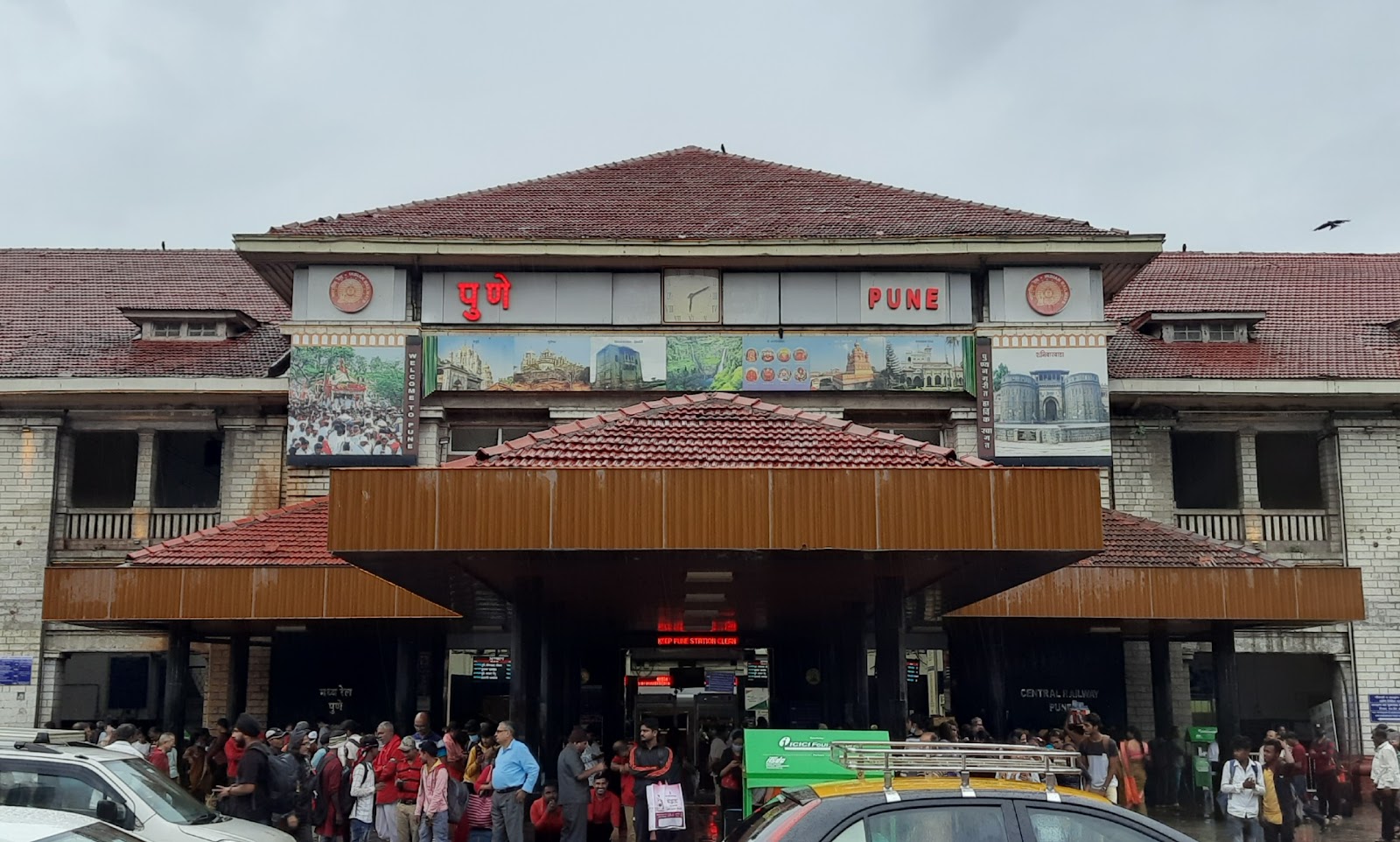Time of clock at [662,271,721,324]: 6:10
